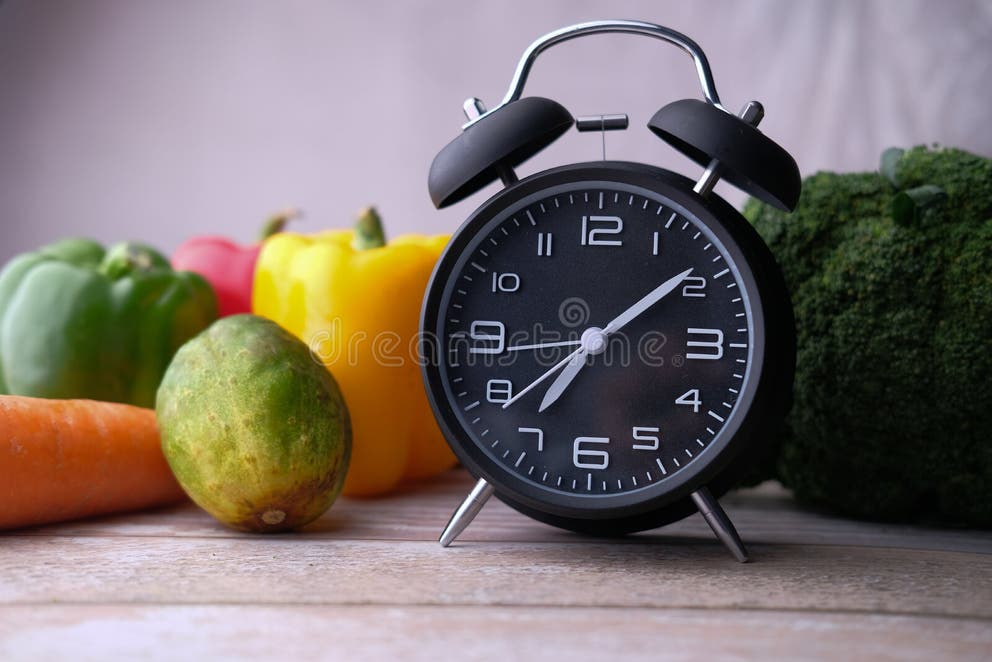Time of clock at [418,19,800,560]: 7:08
